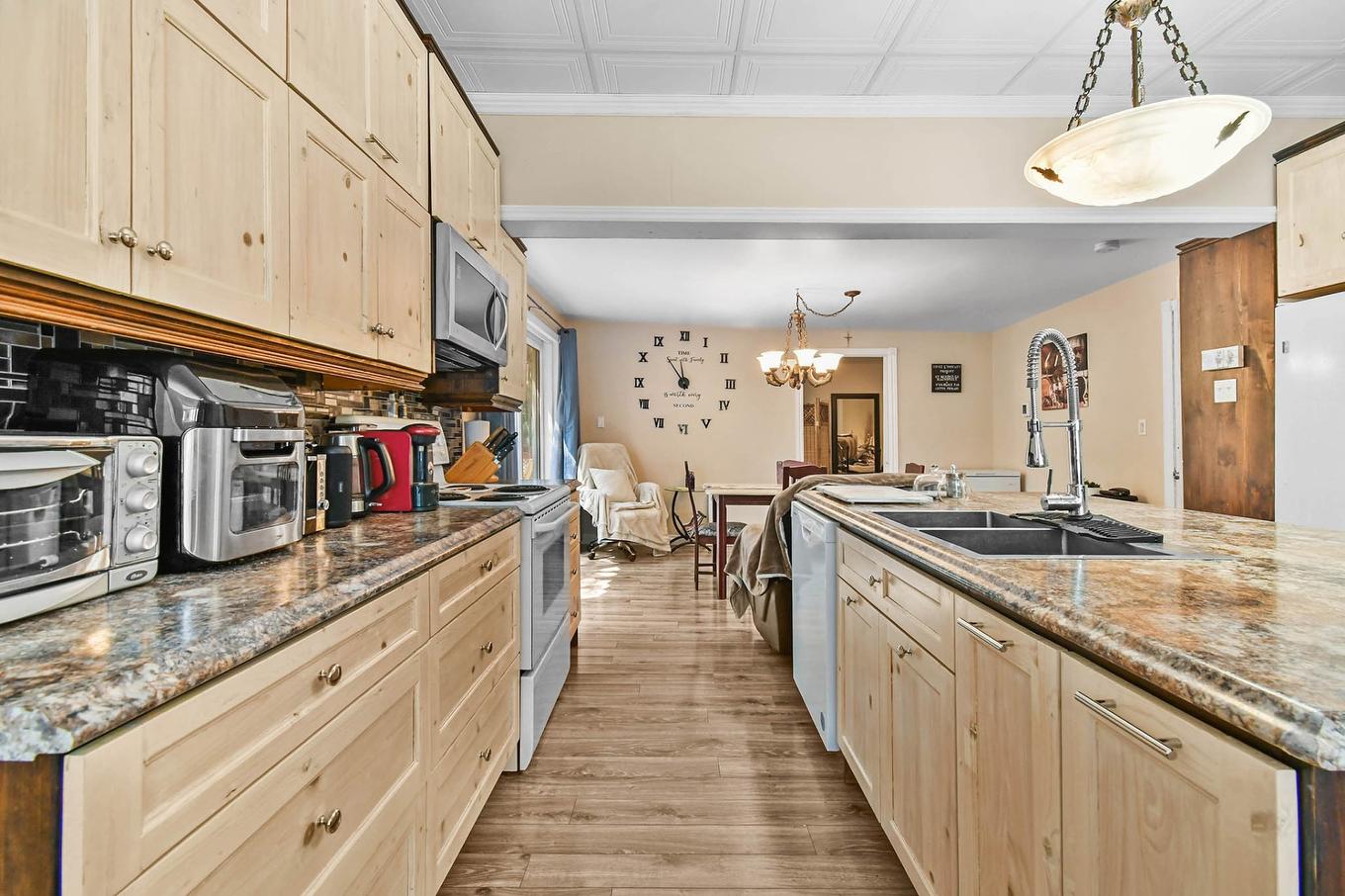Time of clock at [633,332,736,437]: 11:54
